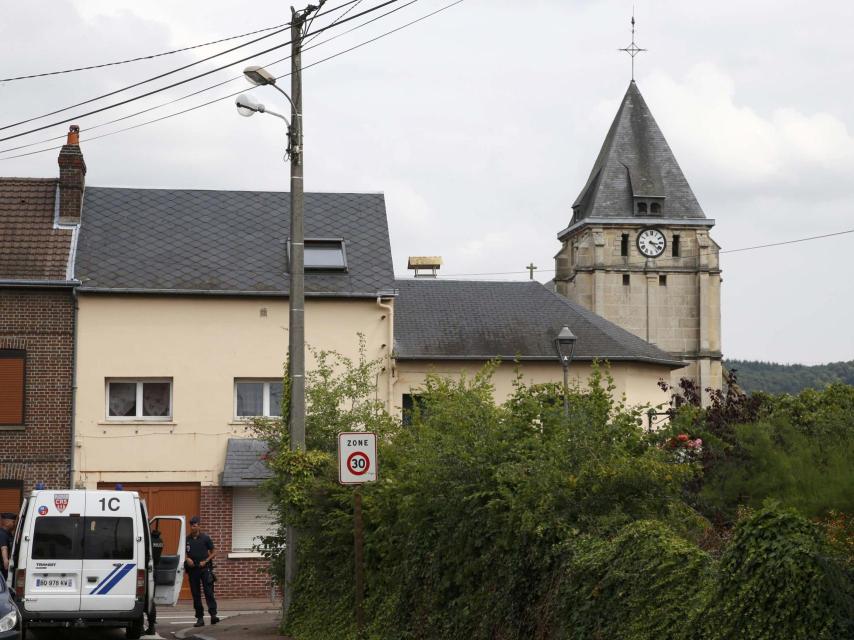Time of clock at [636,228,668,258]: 3:22
